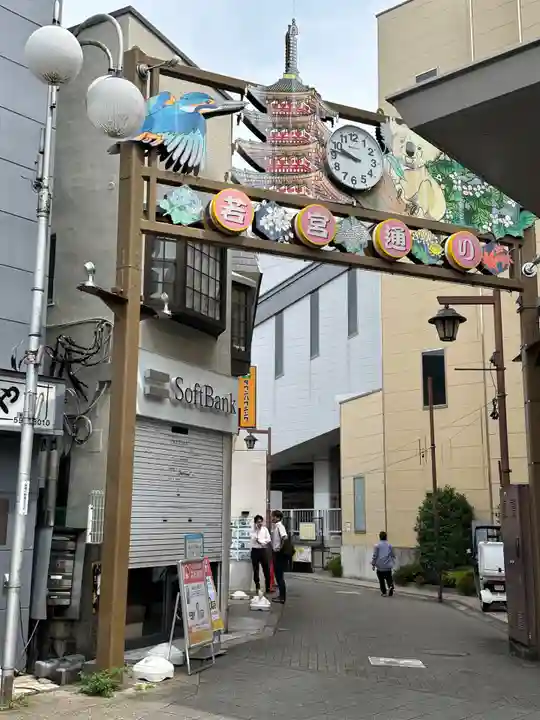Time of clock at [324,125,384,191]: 9:46
